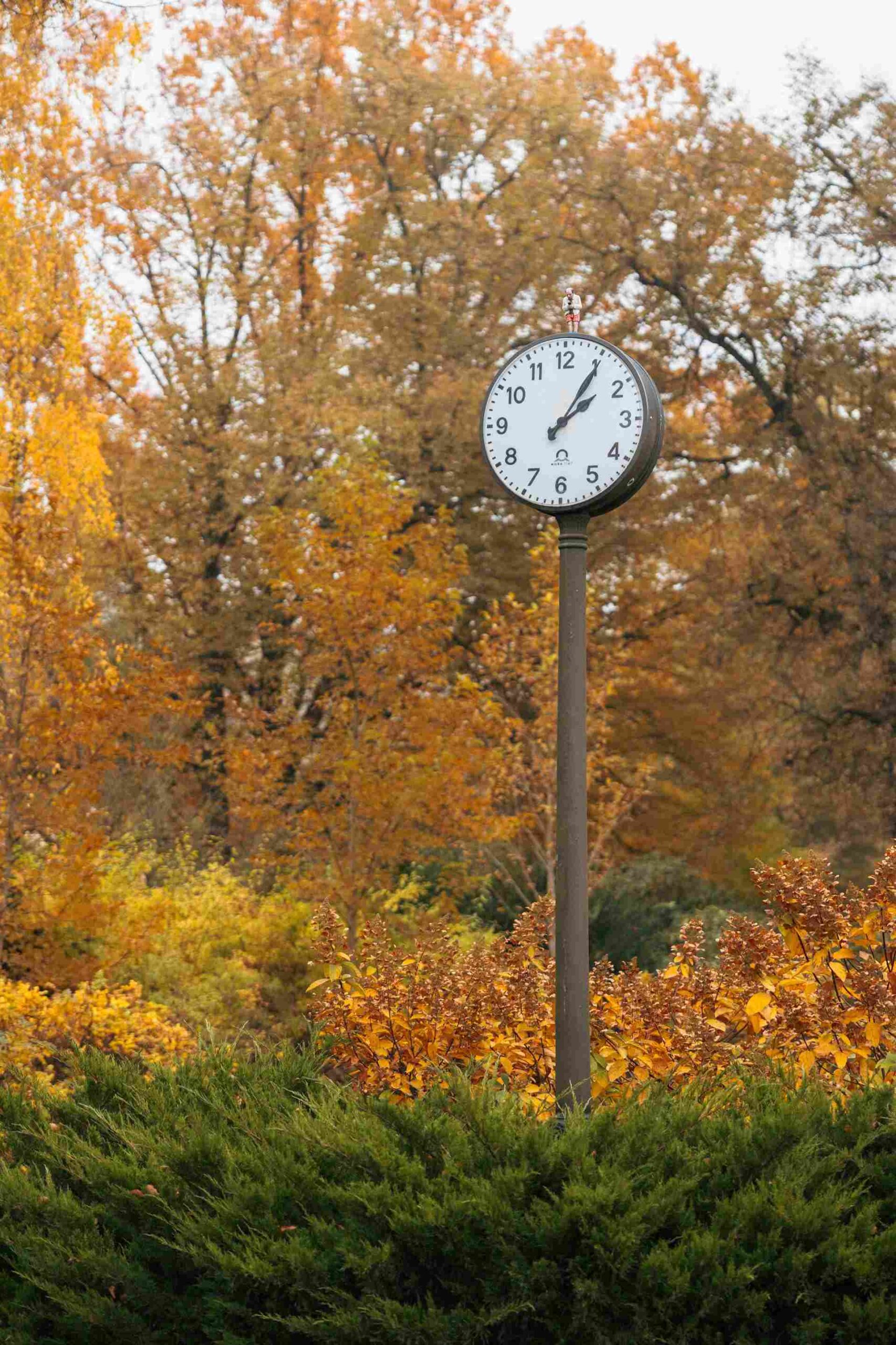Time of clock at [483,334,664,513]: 2:05
